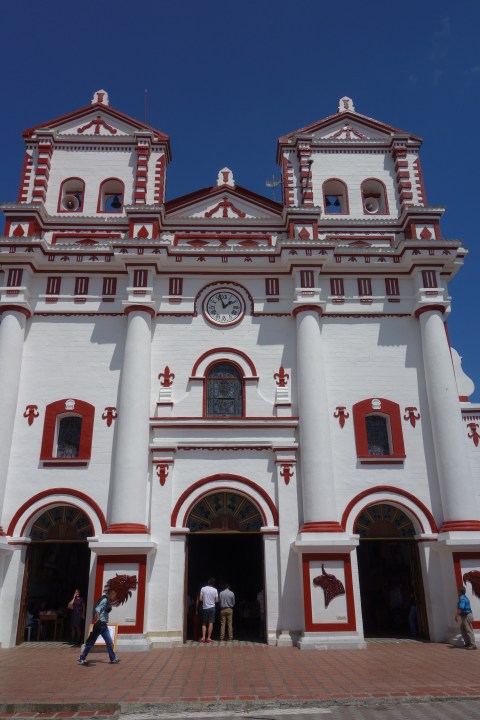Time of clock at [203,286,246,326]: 1:56
